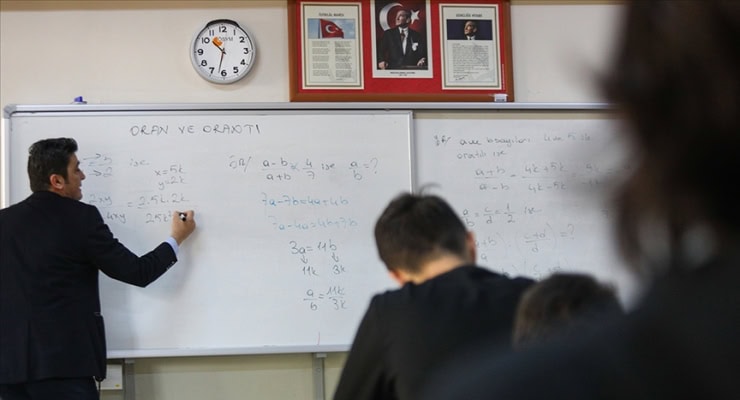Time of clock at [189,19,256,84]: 10:32
